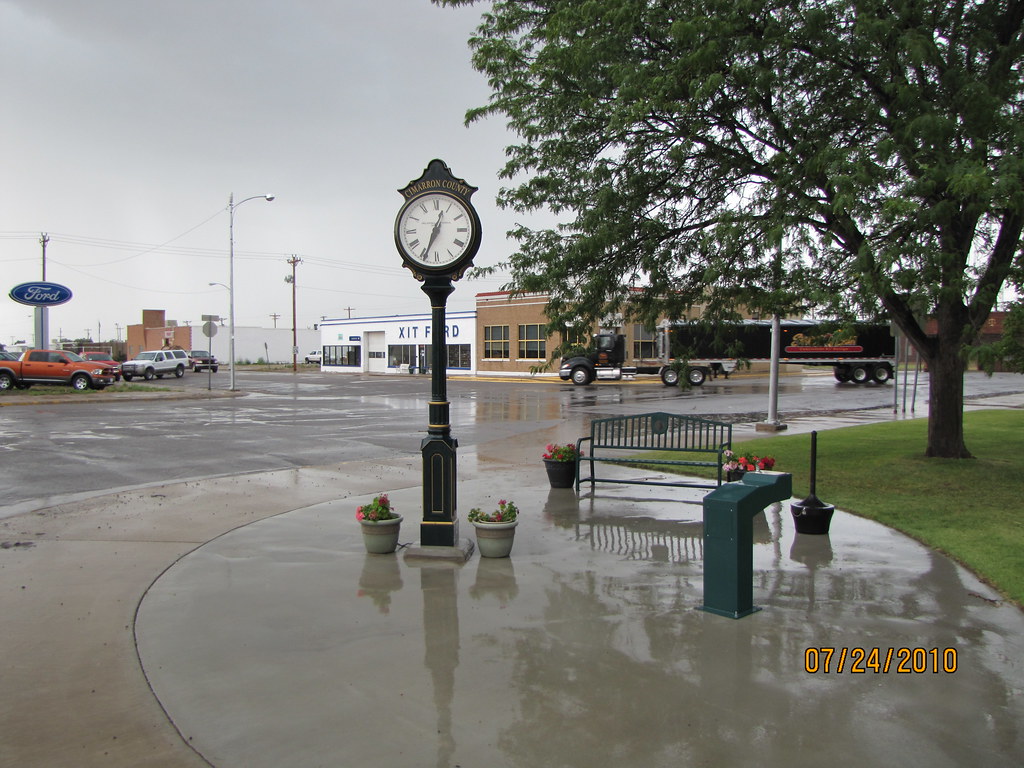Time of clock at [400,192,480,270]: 12:33
